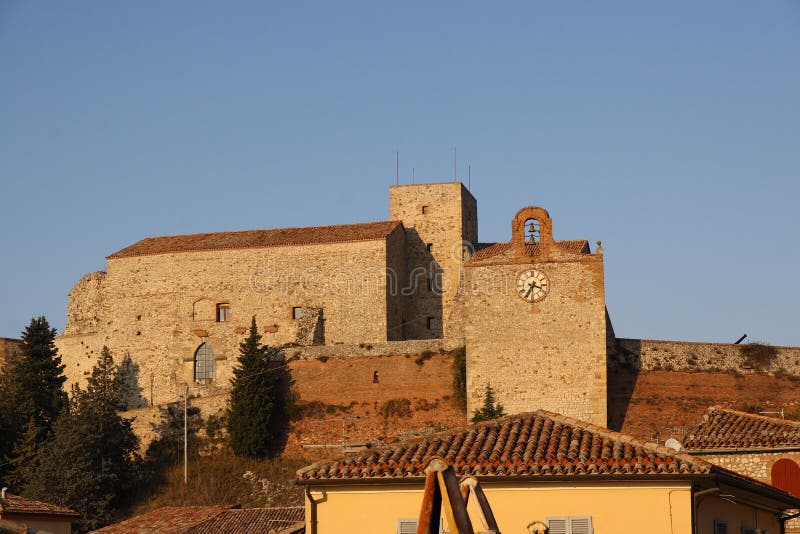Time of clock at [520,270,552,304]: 3:34
